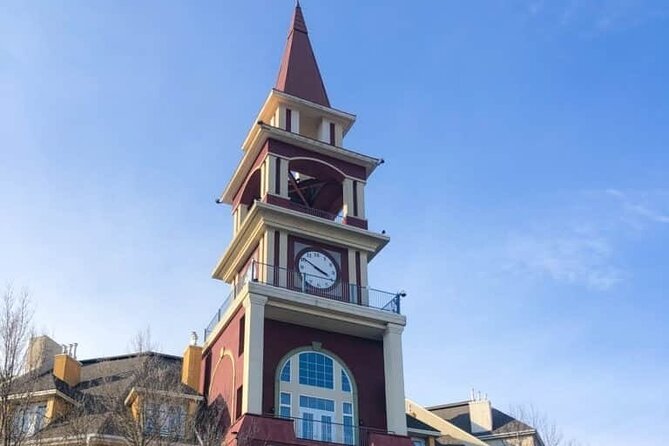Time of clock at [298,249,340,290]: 3:50
